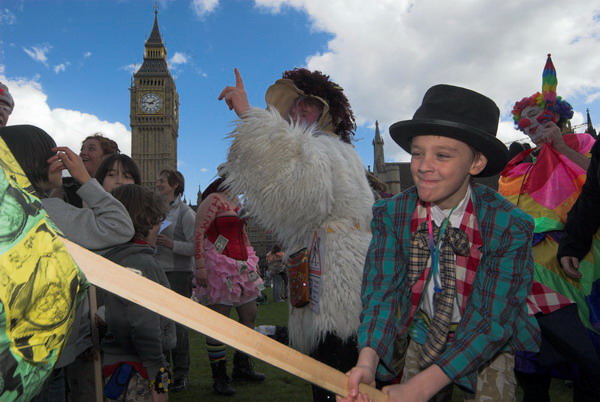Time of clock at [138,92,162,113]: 1:46
